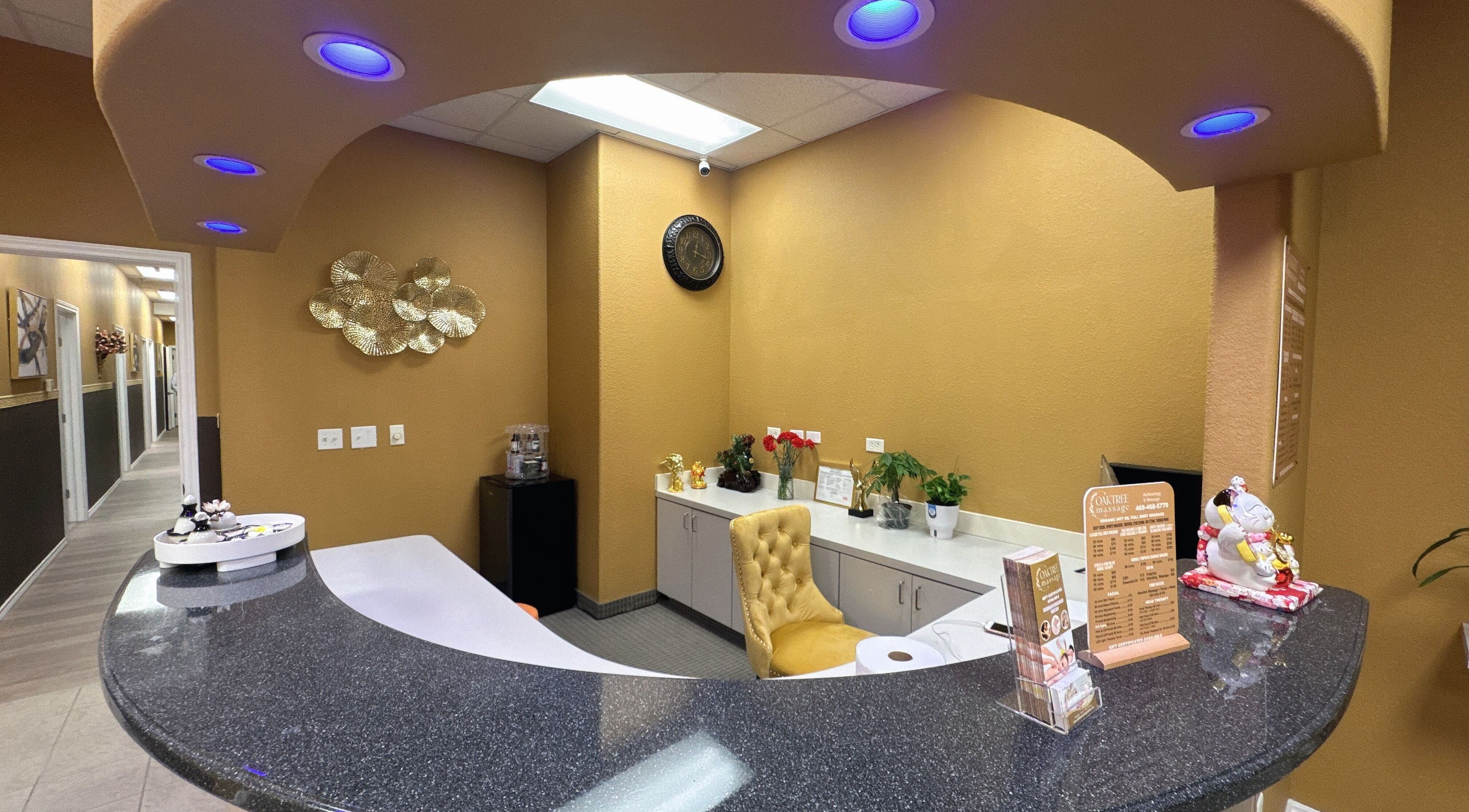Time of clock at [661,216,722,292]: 12:17
